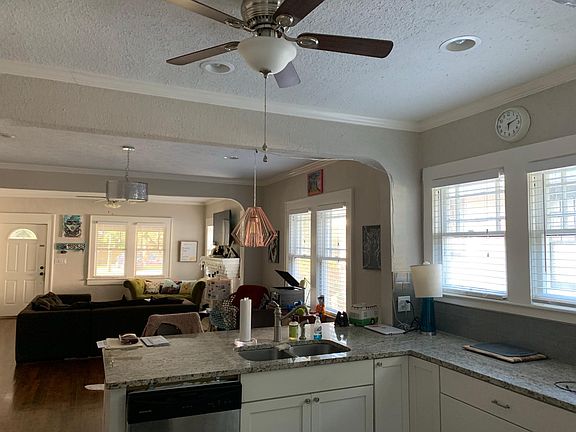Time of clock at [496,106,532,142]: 6:11
